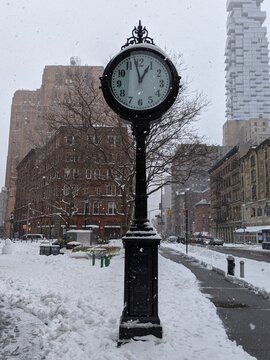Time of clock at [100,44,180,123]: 12:58
